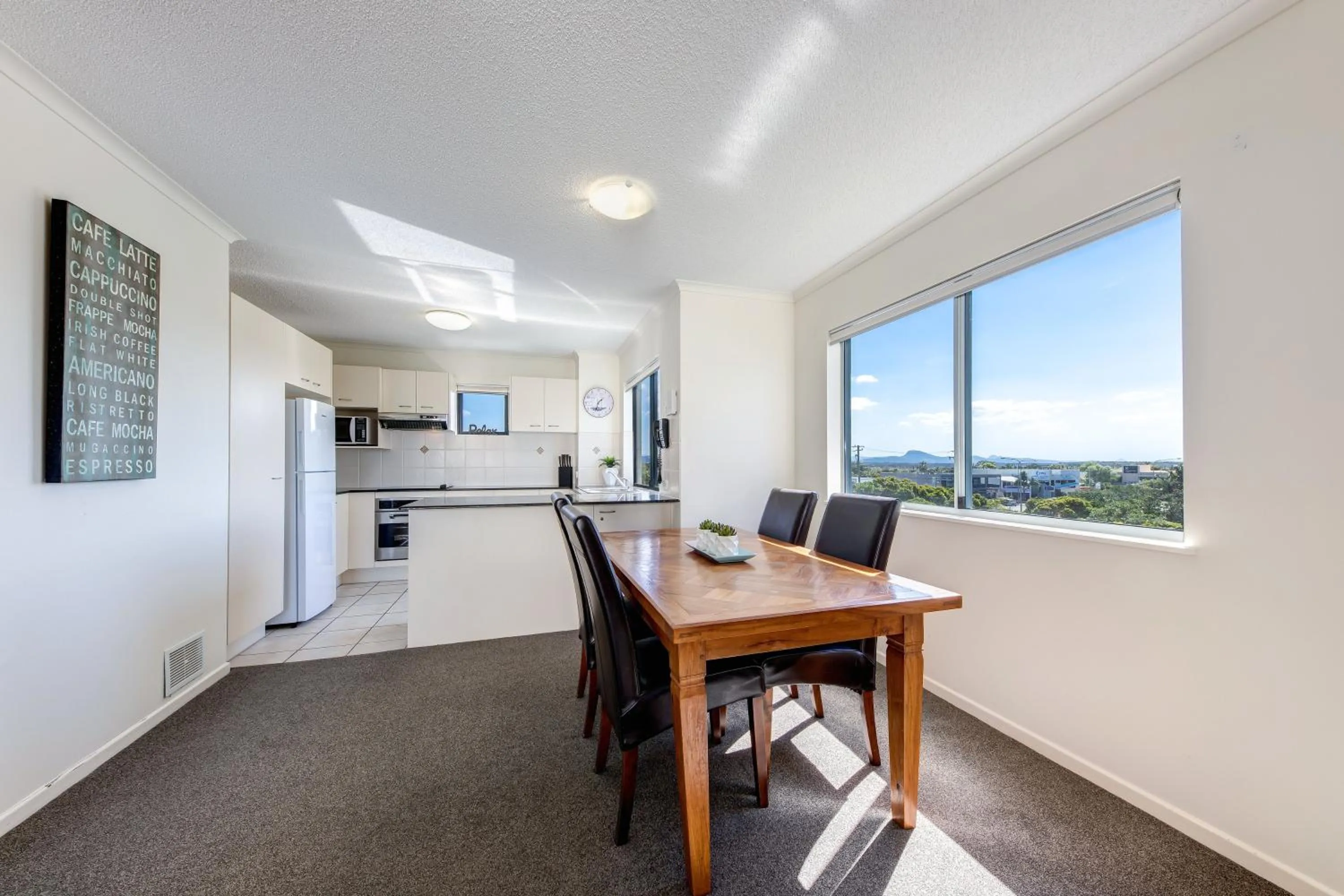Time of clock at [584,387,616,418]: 1:33
